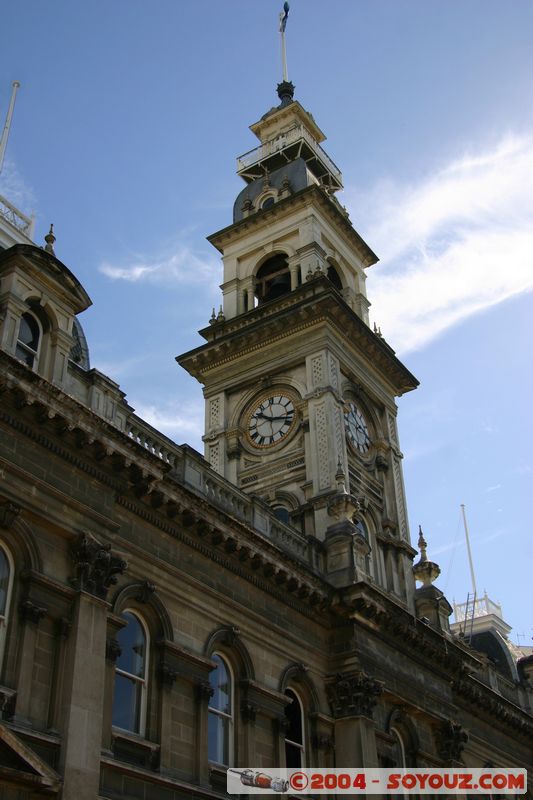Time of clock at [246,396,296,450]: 10:17
